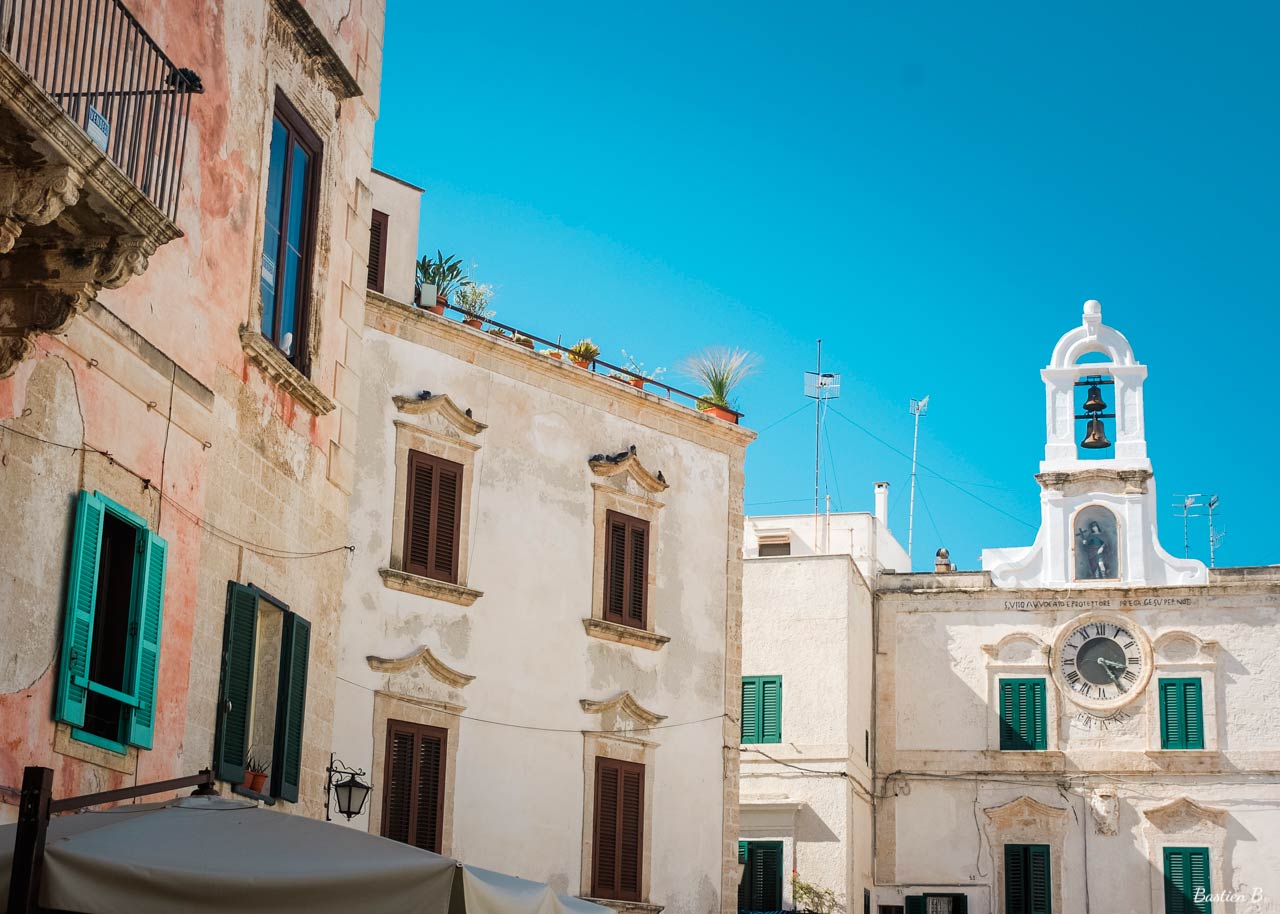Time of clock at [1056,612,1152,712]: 3:24
